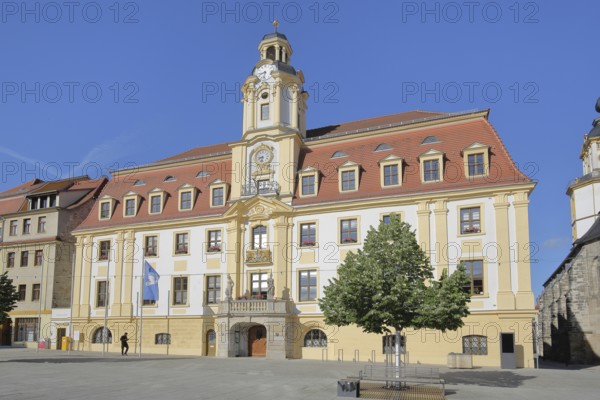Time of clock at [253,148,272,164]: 8:32
